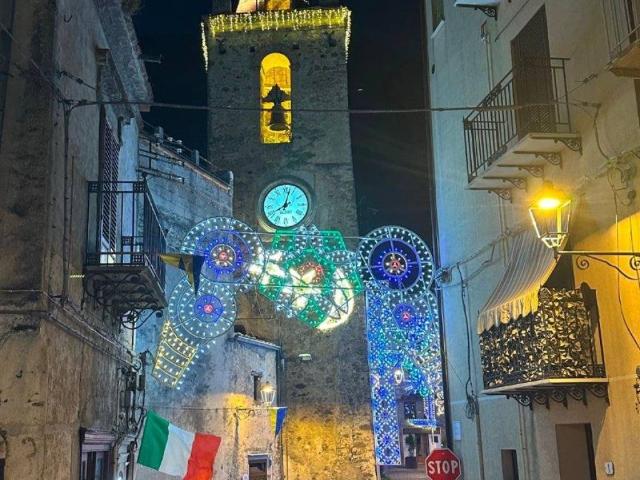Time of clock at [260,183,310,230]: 8:02
